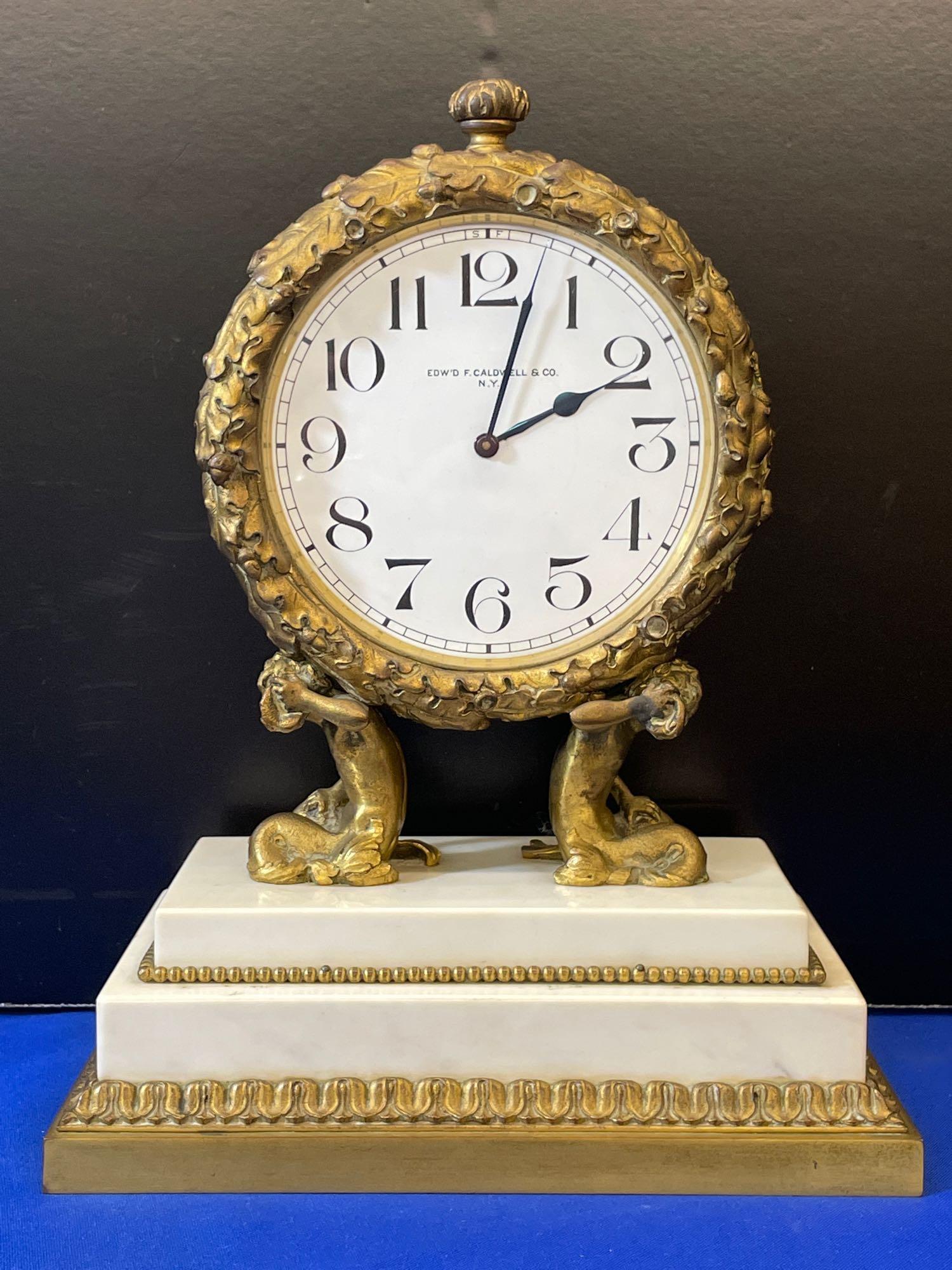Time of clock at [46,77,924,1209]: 2:02
